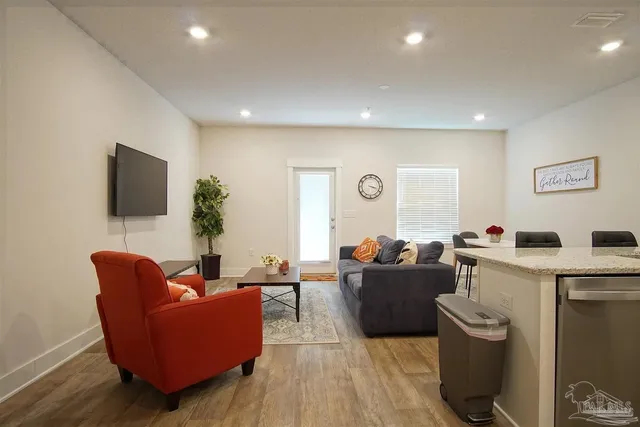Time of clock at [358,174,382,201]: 3:18
